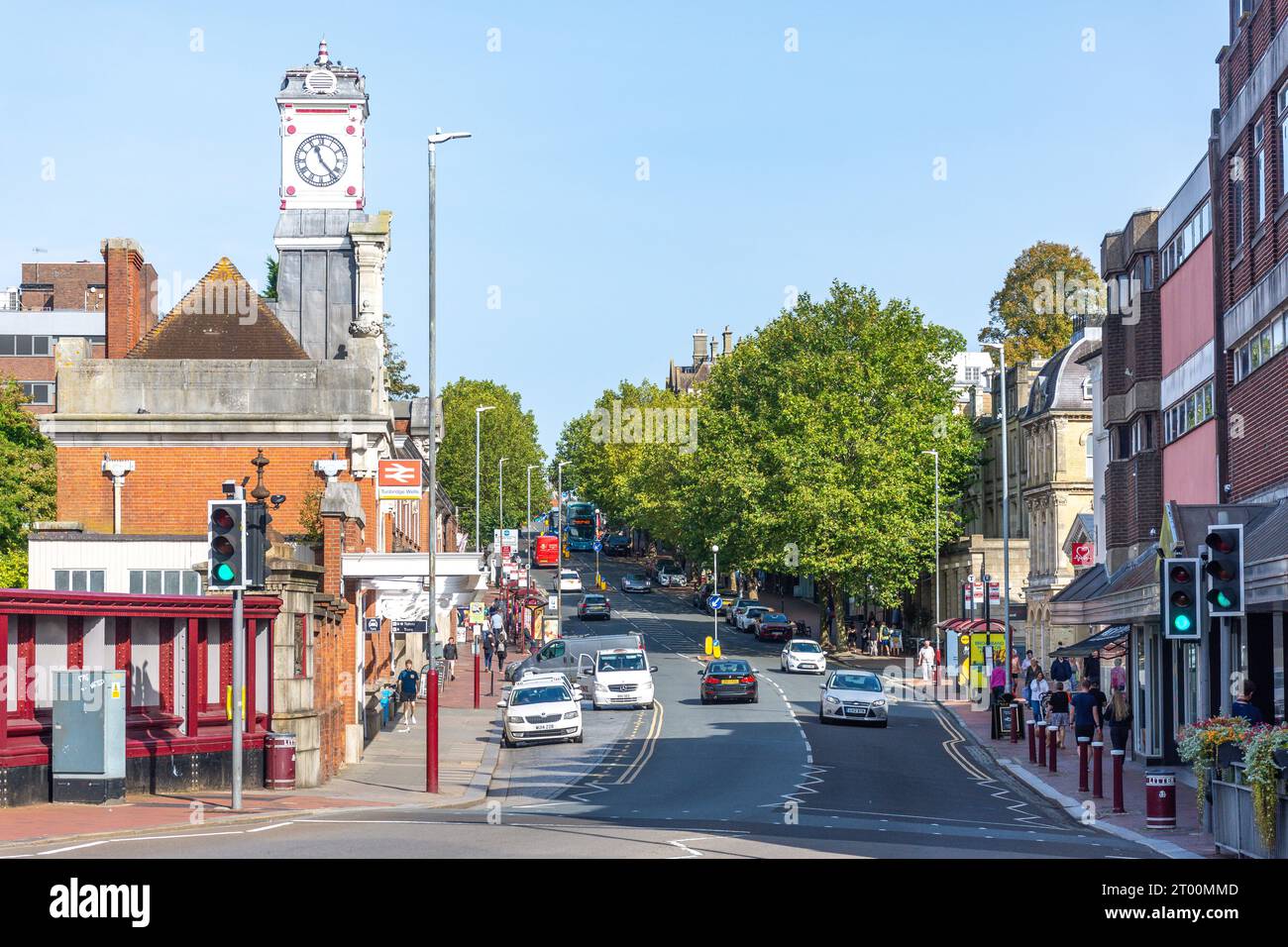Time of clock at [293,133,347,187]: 11:23
